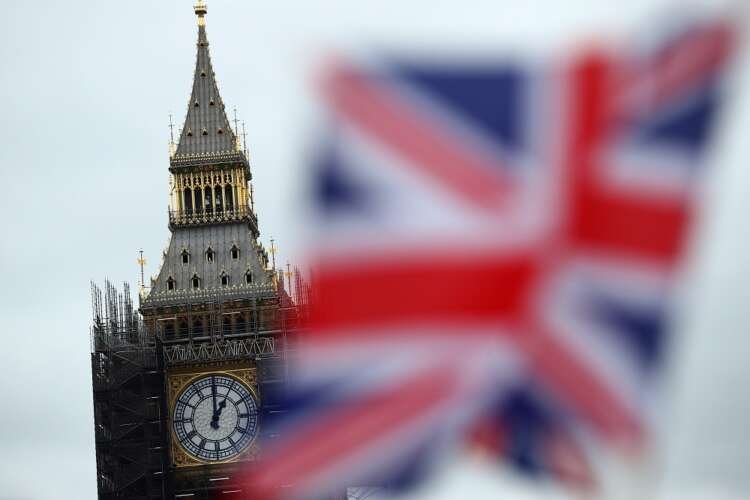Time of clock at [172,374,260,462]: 1:00
